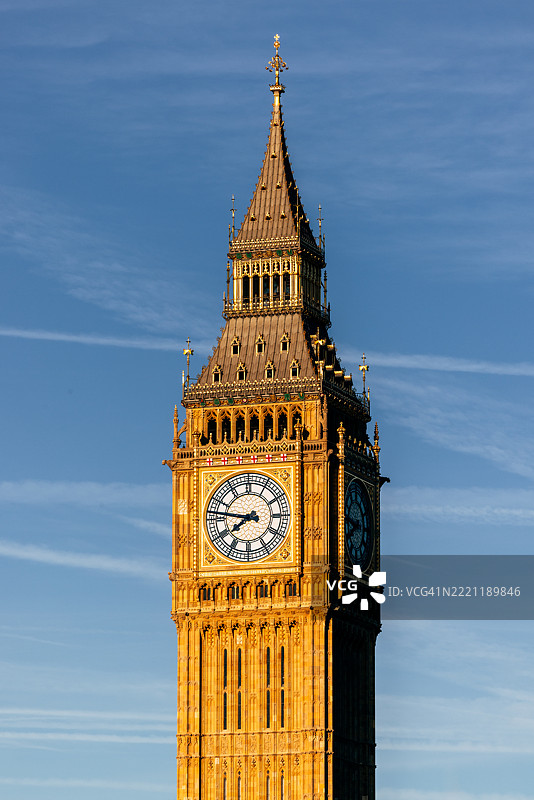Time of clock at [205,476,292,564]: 7:46
